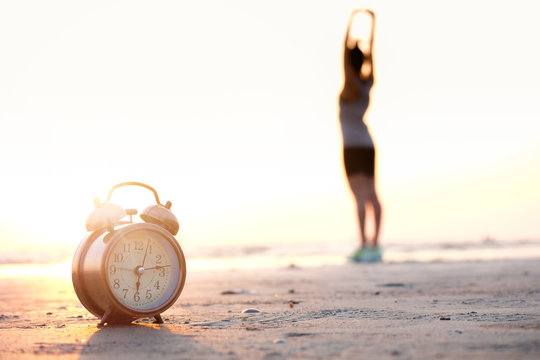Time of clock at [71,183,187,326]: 6:13
